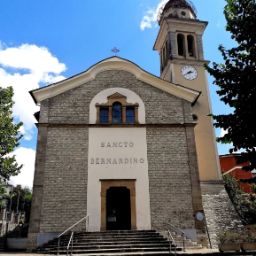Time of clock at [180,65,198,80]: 2:40
